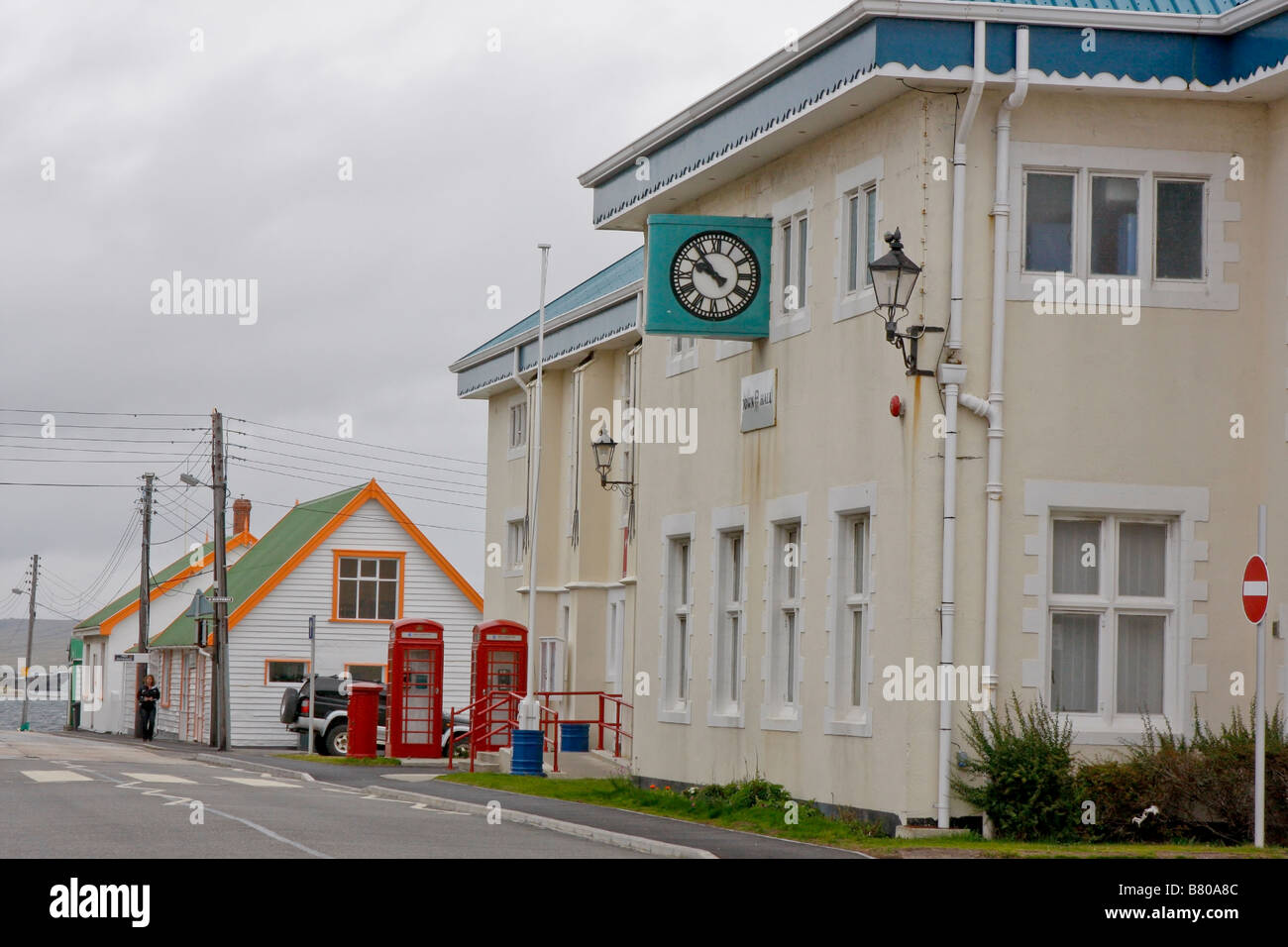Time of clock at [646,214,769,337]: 9:53
